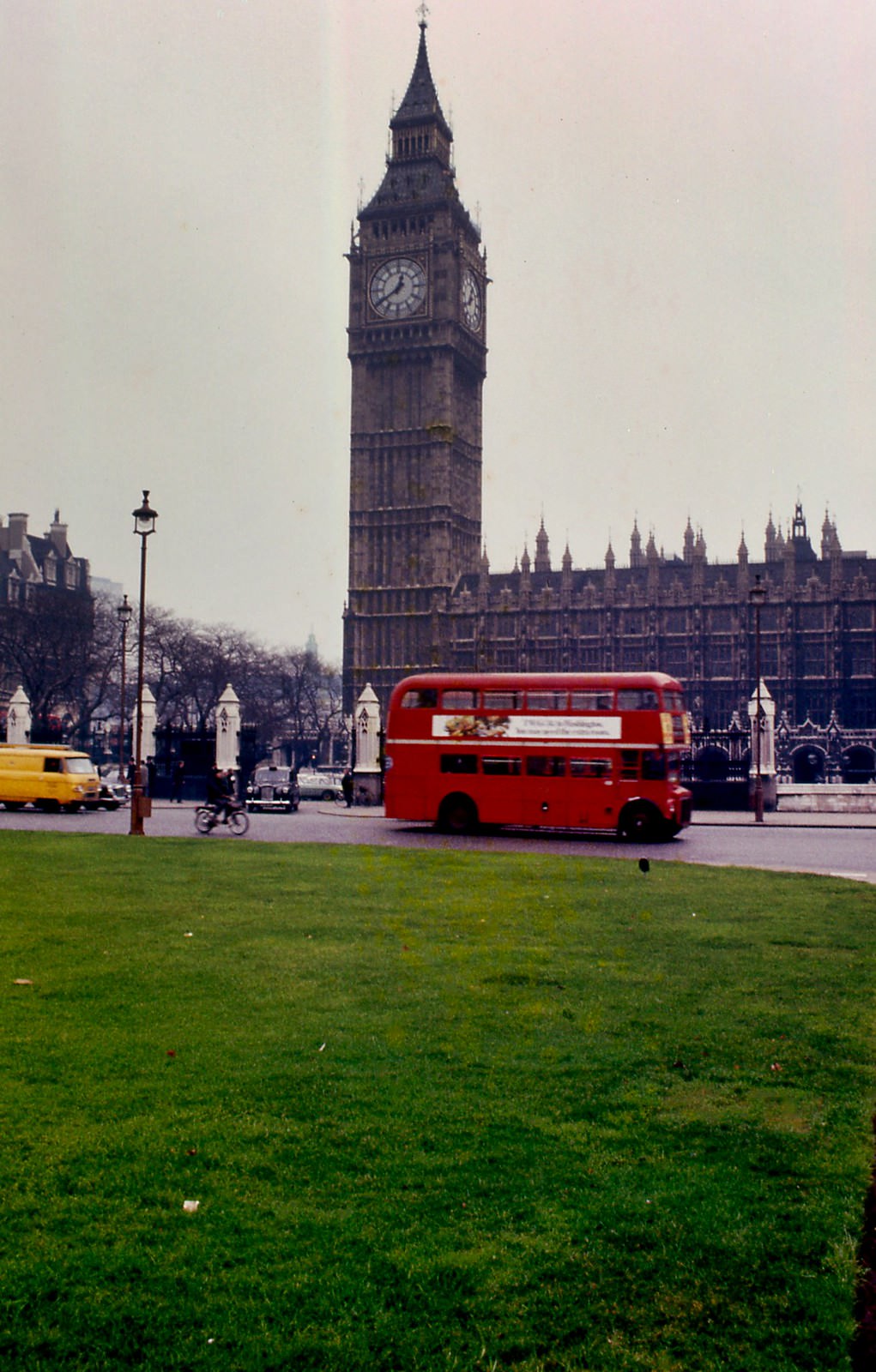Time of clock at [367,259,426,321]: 12:39
